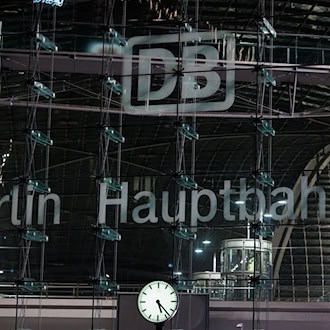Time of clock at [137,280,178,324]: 5:23
